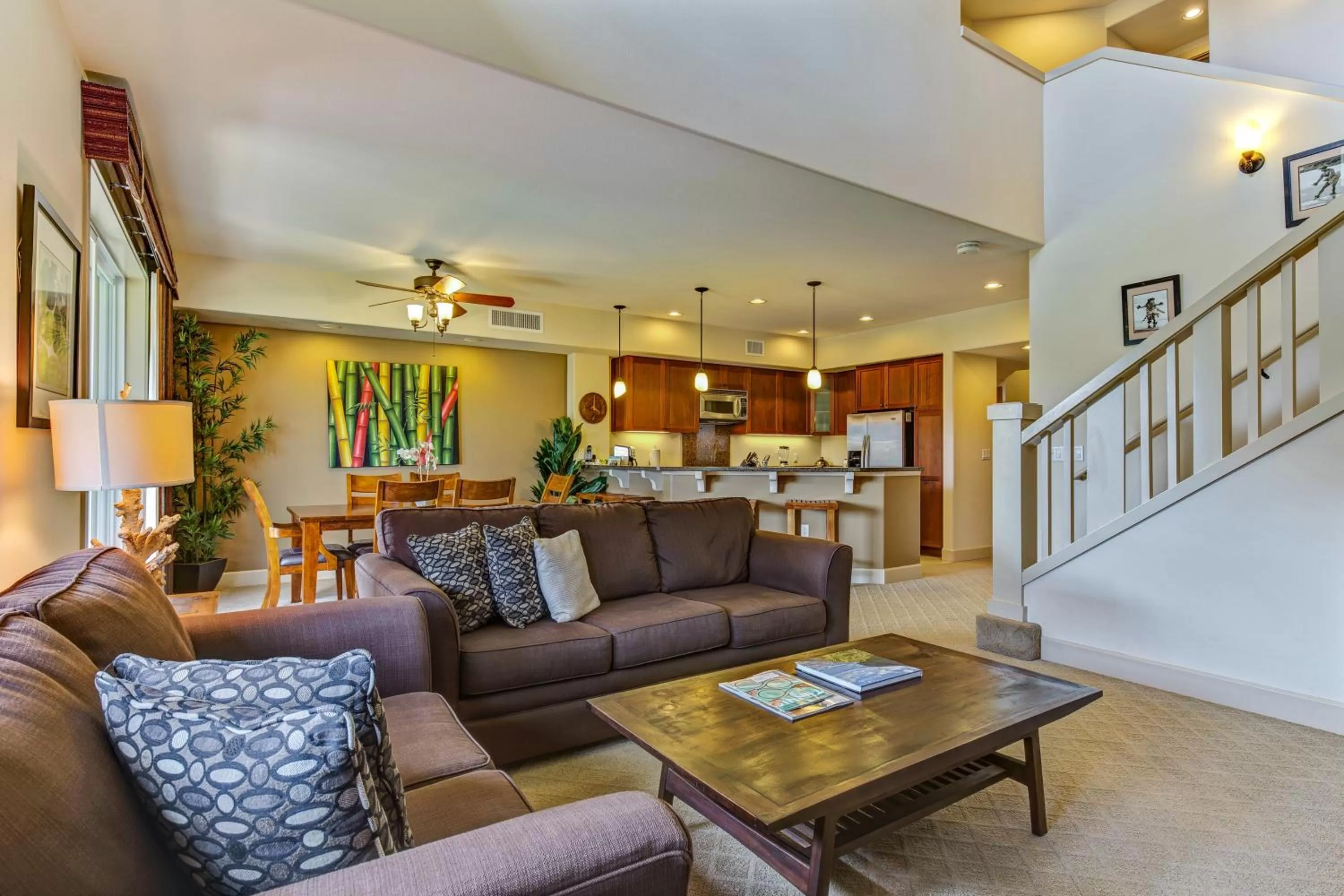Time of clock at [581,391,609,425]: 4:00
